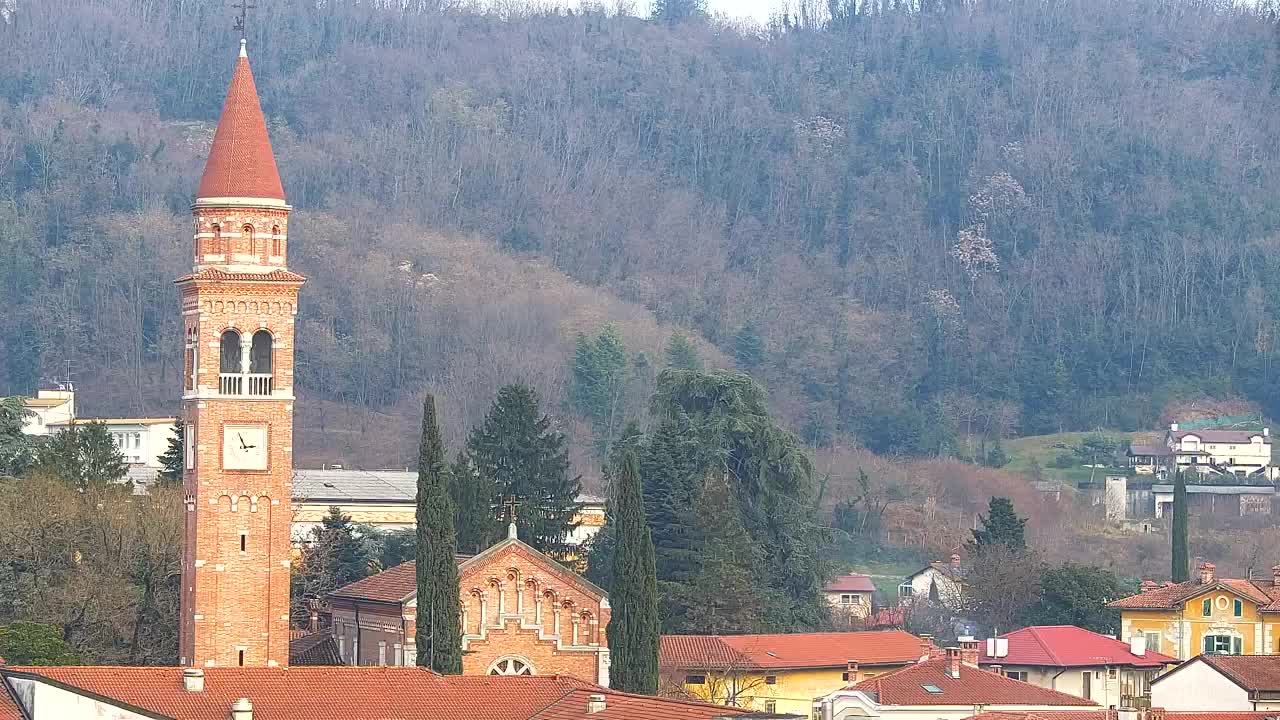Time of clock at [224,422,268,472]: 2:56
